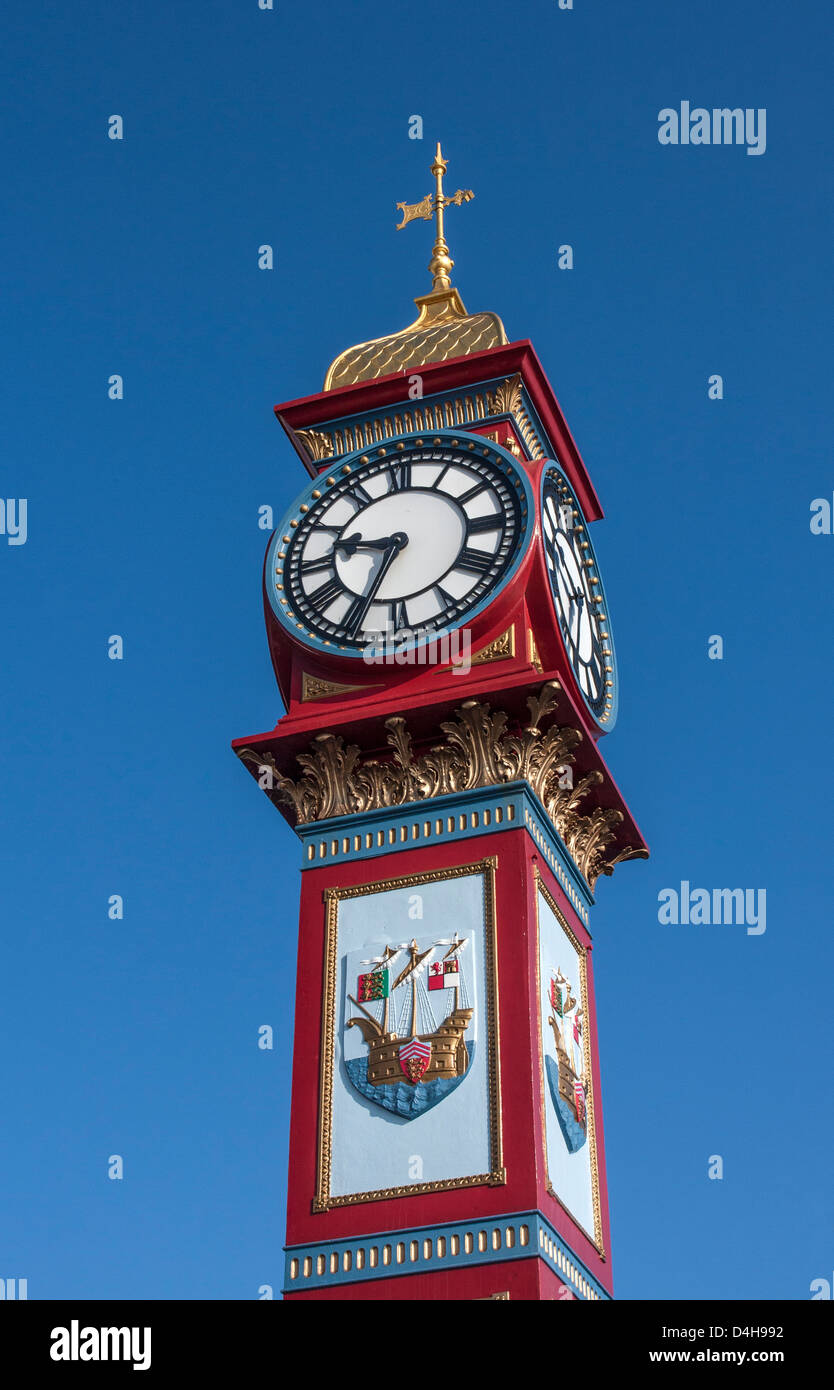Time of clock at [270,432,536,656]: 9:34
